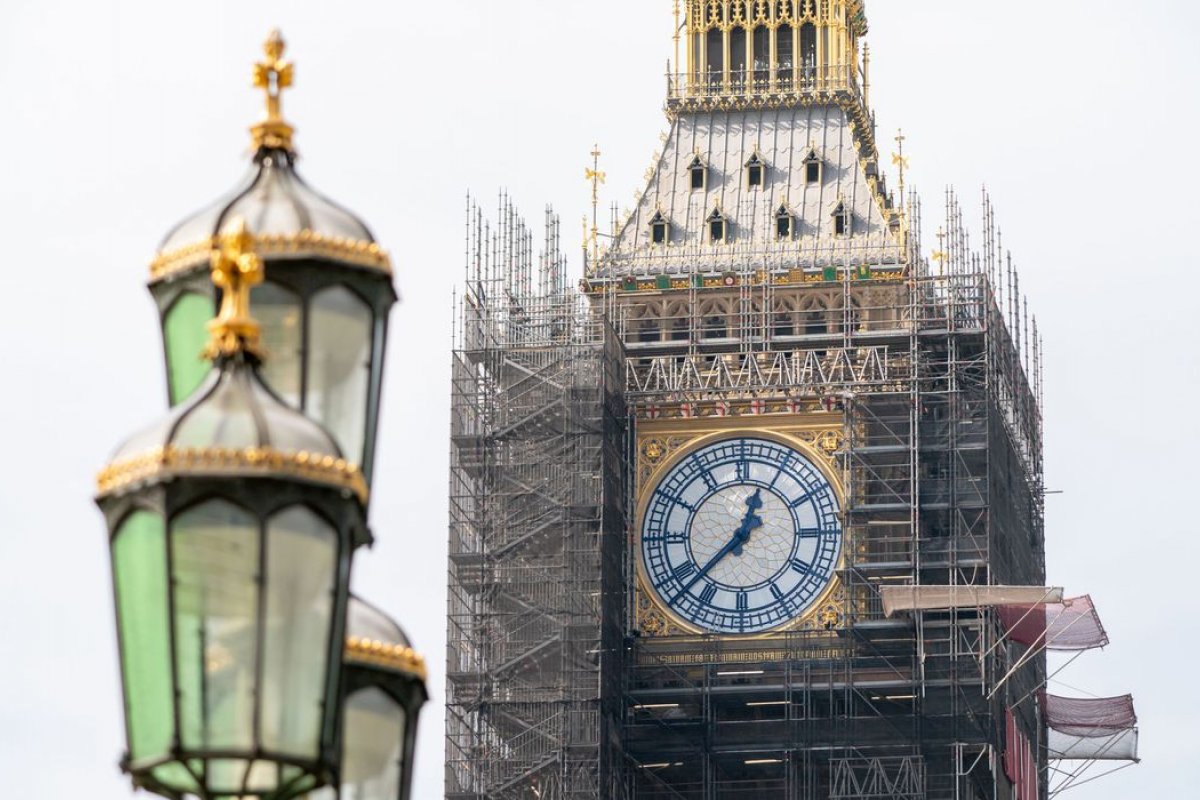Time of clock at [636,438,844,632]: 12:37
